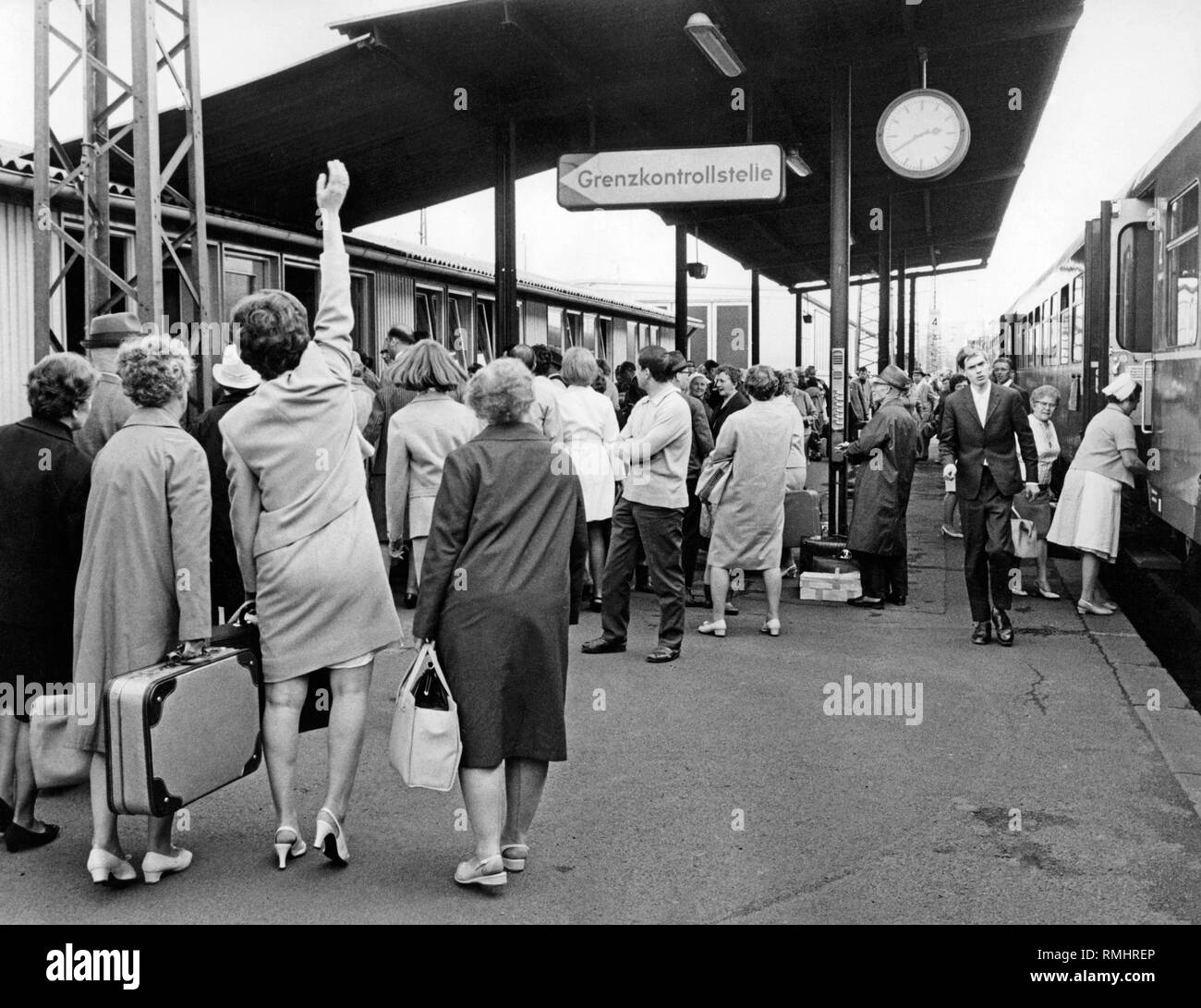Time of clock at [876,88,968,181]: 2:40
